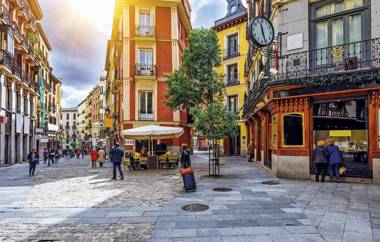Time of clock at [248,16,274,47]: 11:26
